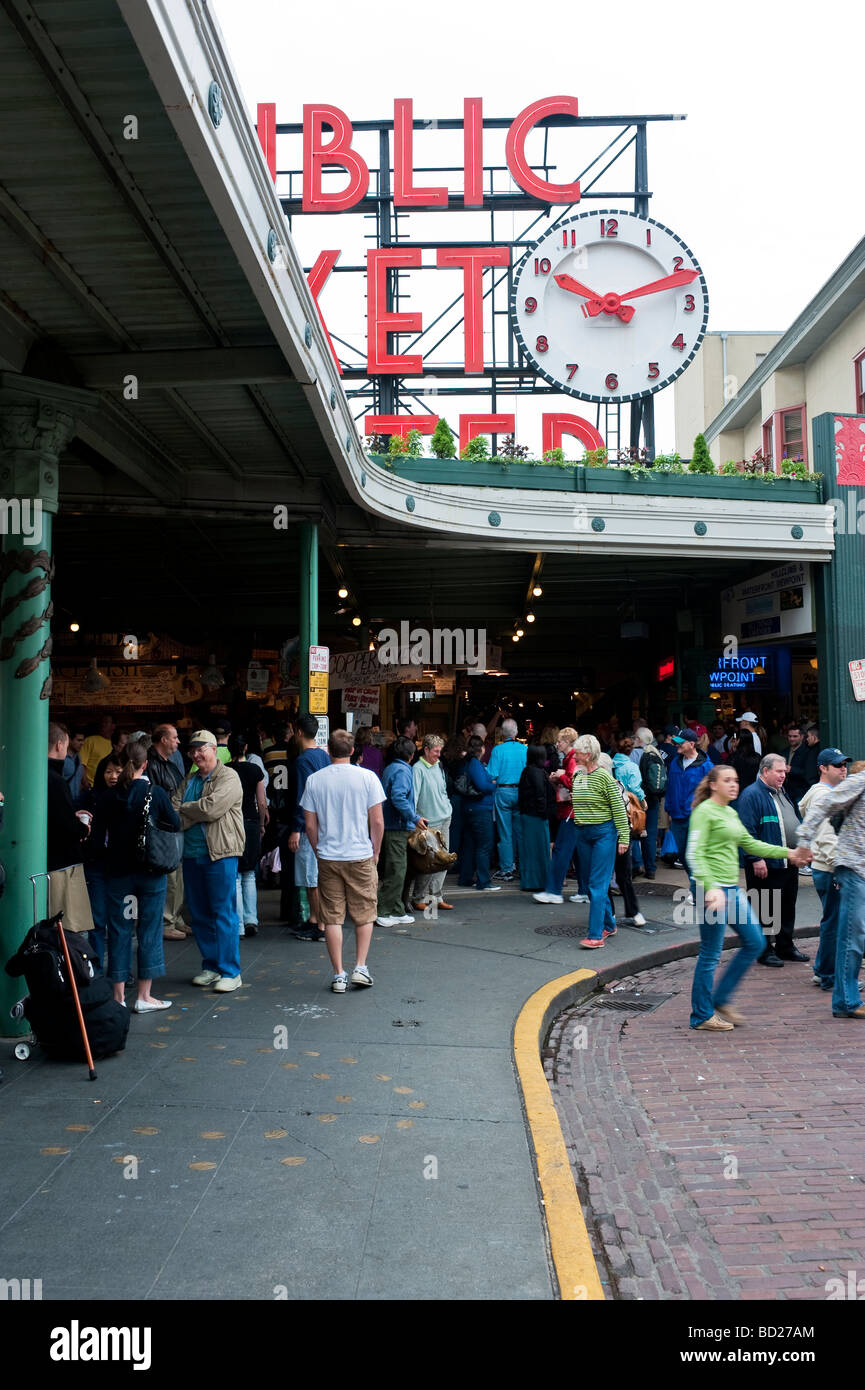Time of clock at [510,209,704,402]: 10:11
